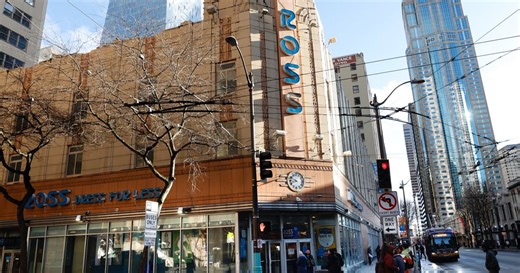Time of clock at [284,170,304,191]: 9:42
